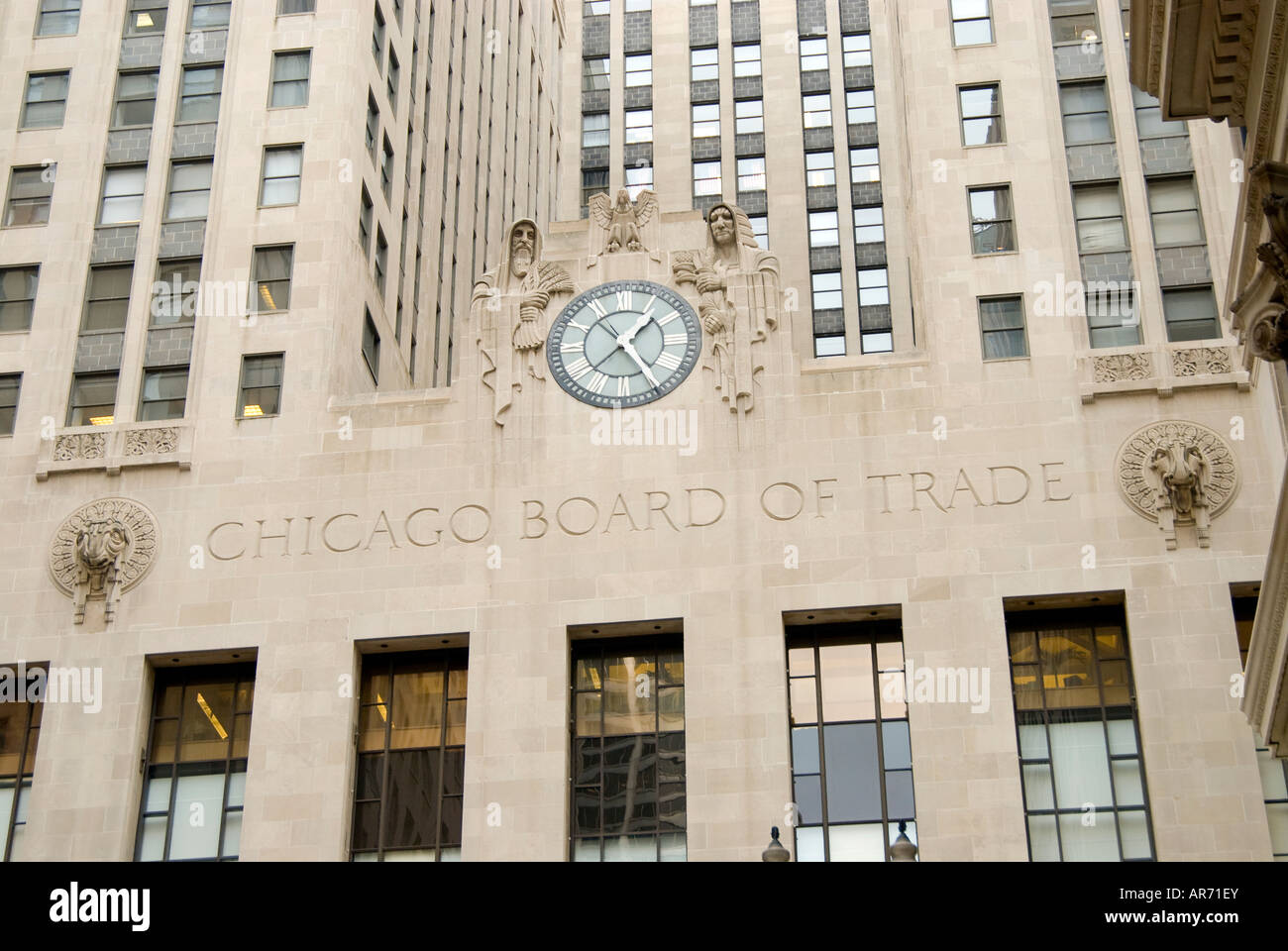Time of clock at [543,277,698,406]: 1:24
